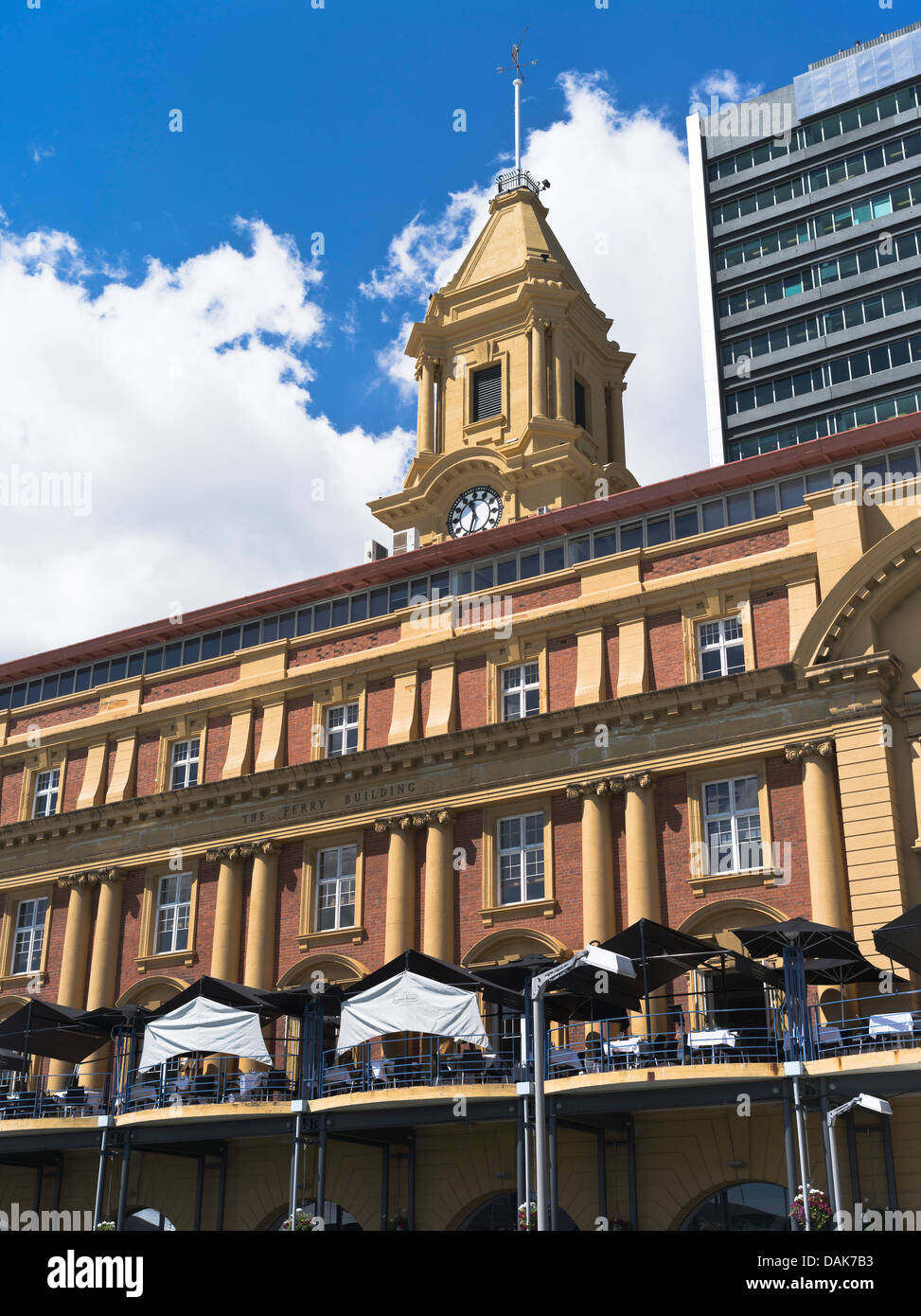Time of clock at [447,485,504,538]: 11:32
